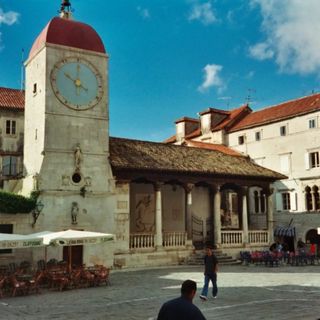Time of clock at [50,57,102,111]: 10:00
